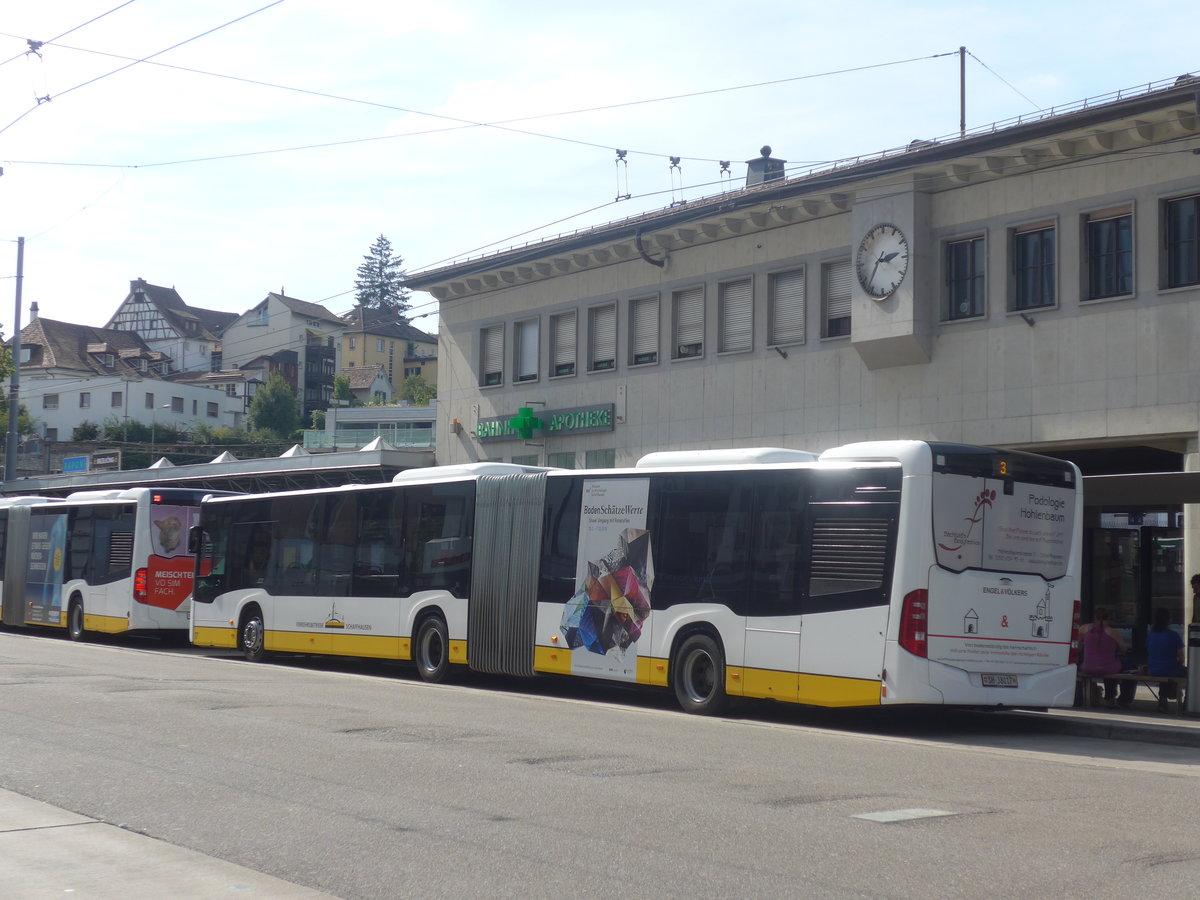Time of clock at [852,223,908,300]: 2:36
